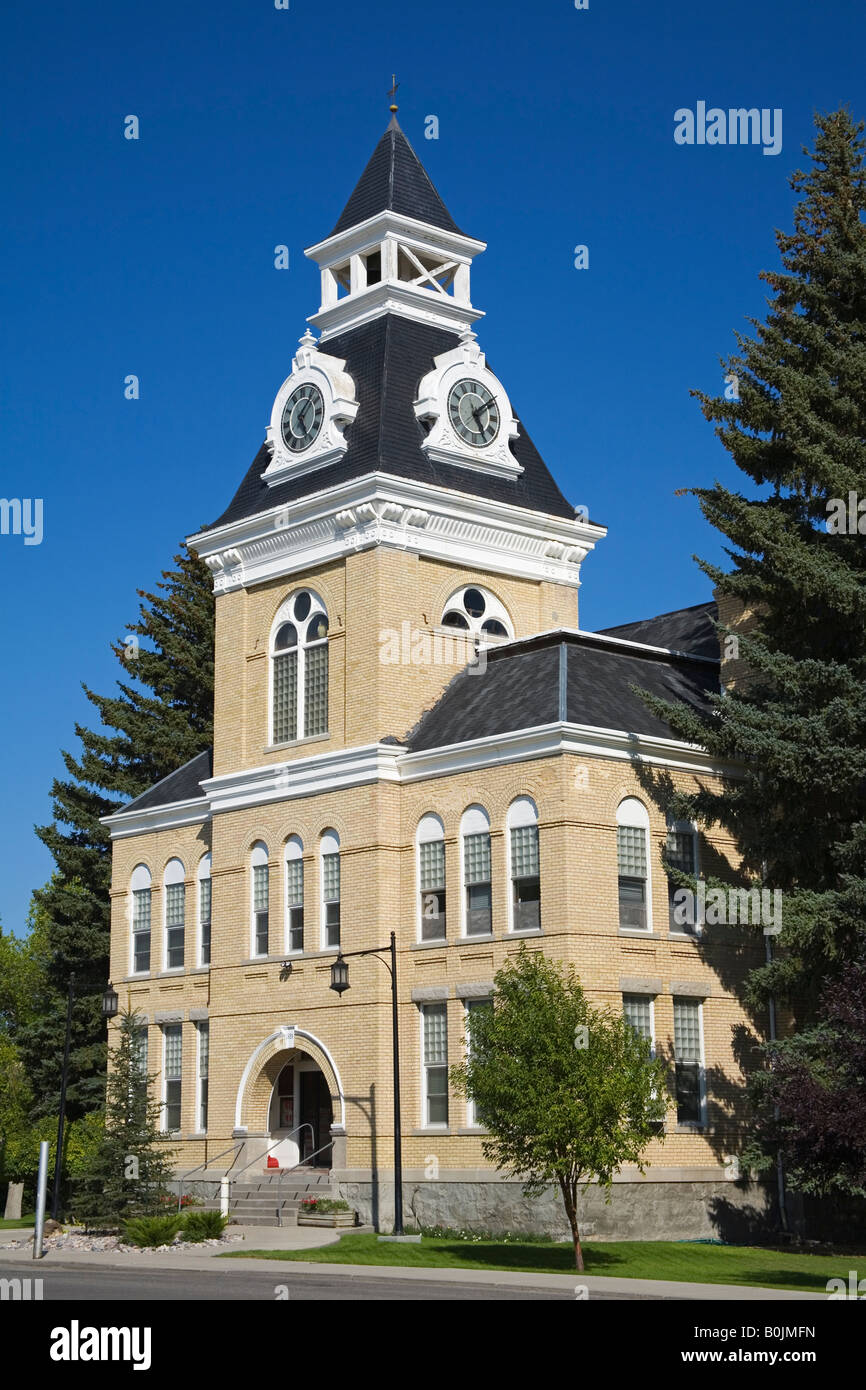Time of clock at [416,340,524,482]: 5:09
